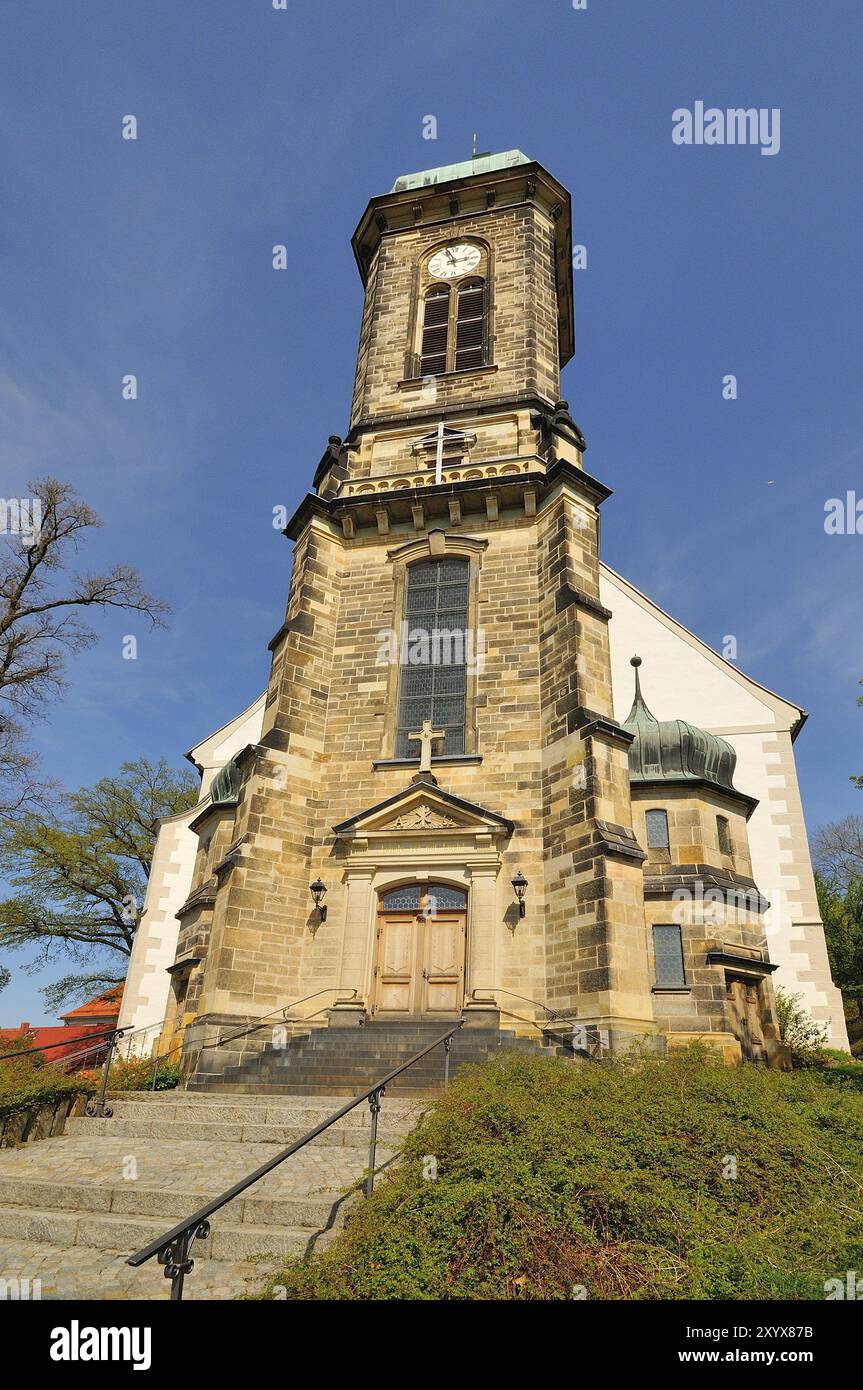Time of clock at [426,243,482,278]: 2:57
